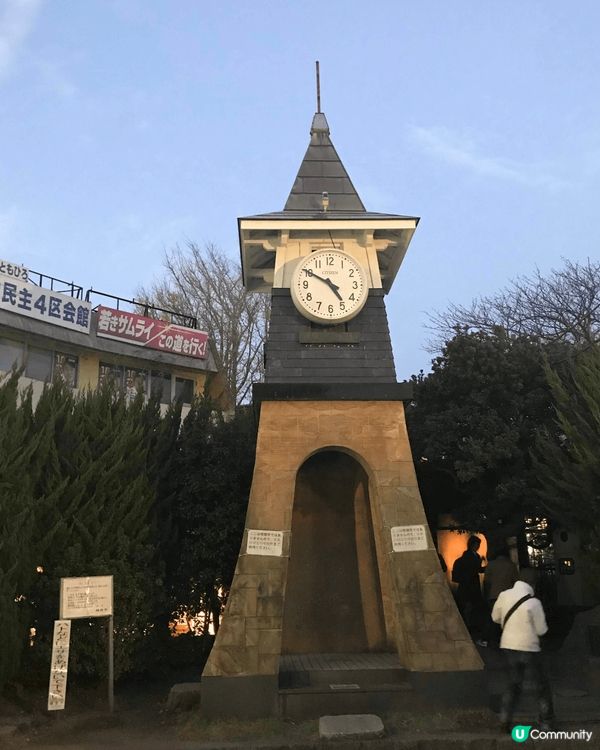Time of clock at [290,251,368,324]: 4:50
